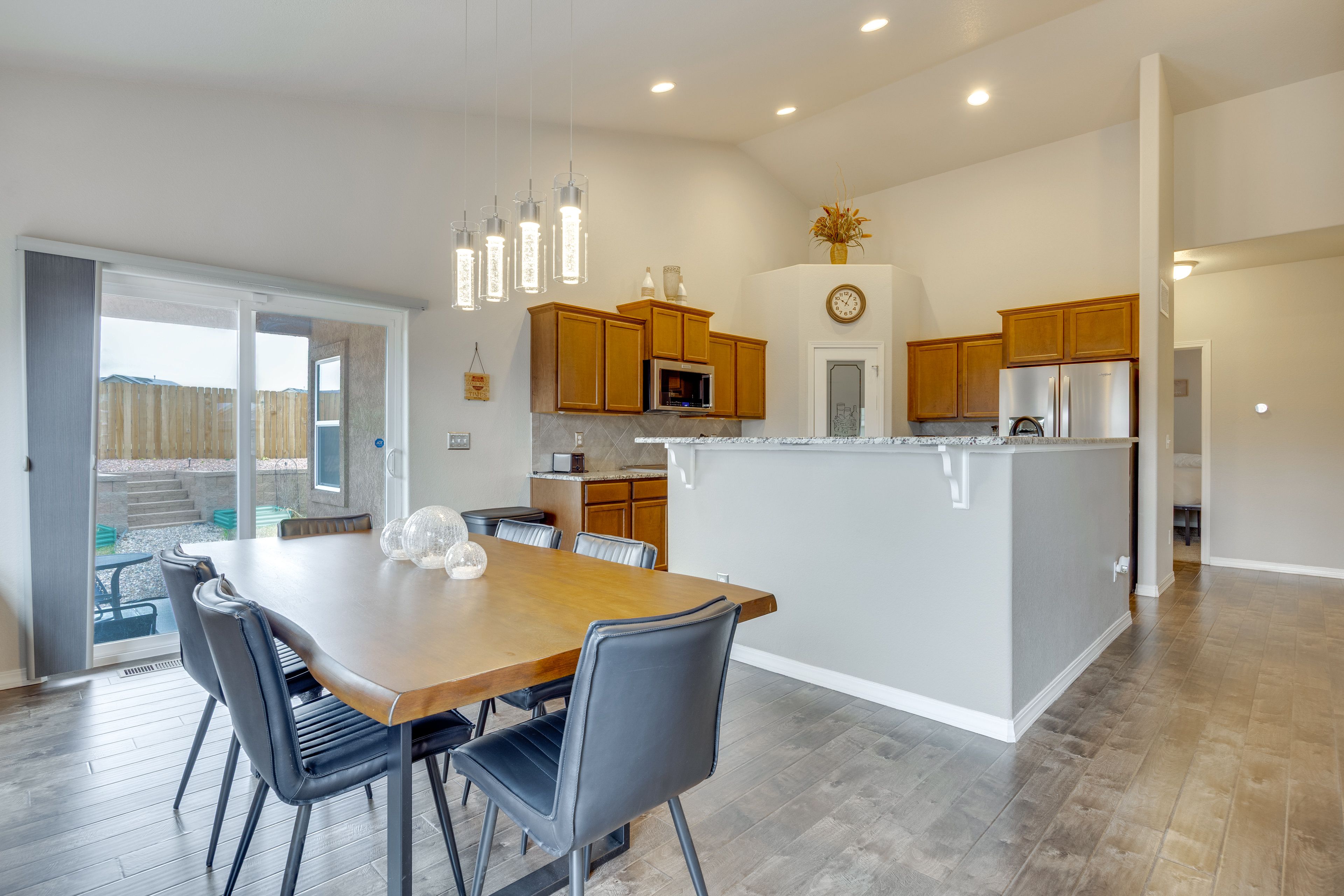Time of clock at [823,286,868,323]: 10:04
